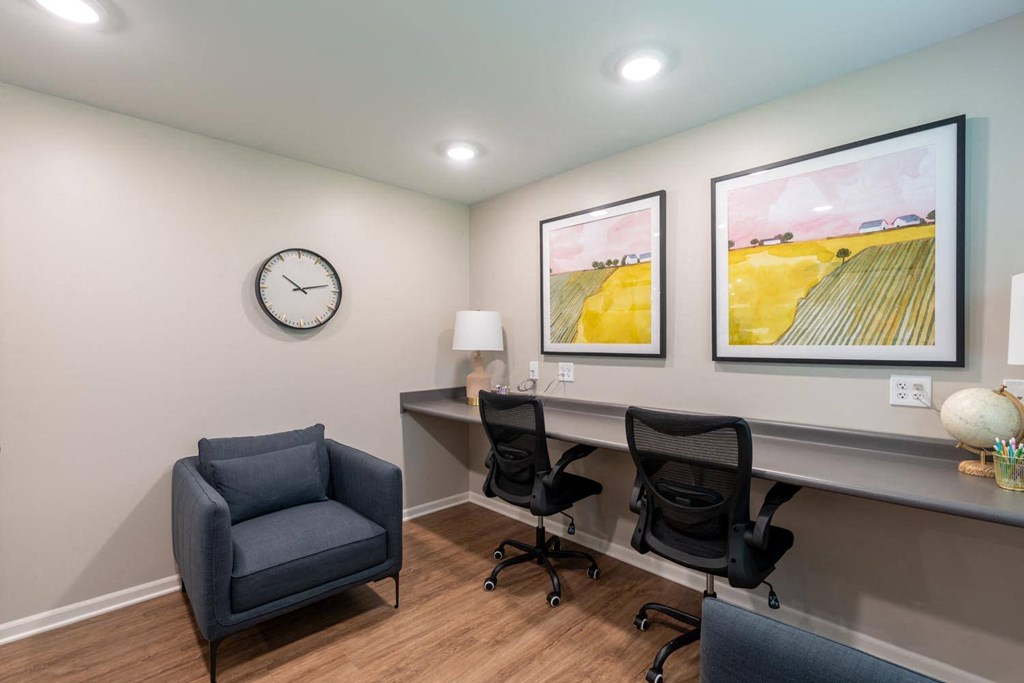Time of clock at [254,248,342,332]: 10:12
